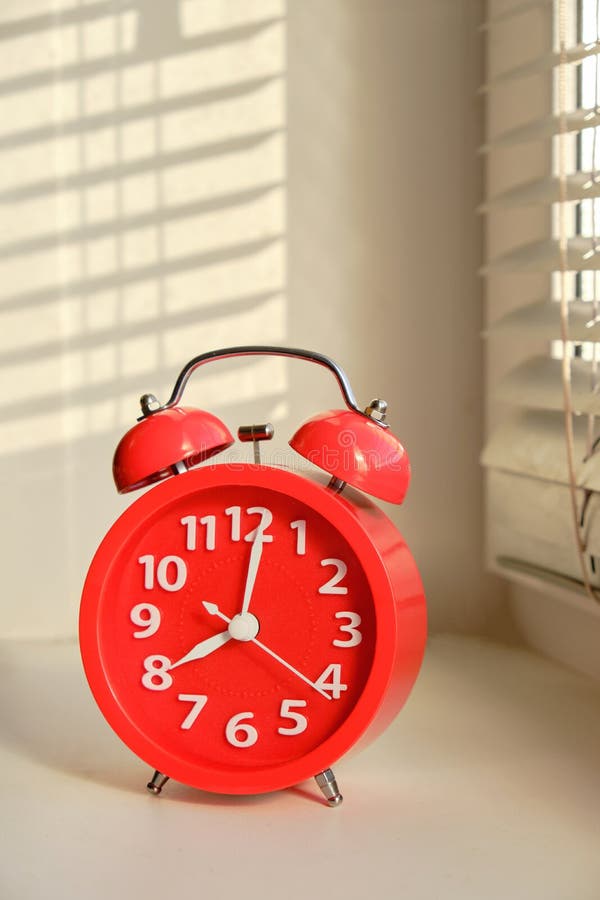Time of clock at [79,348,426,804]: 8:01
